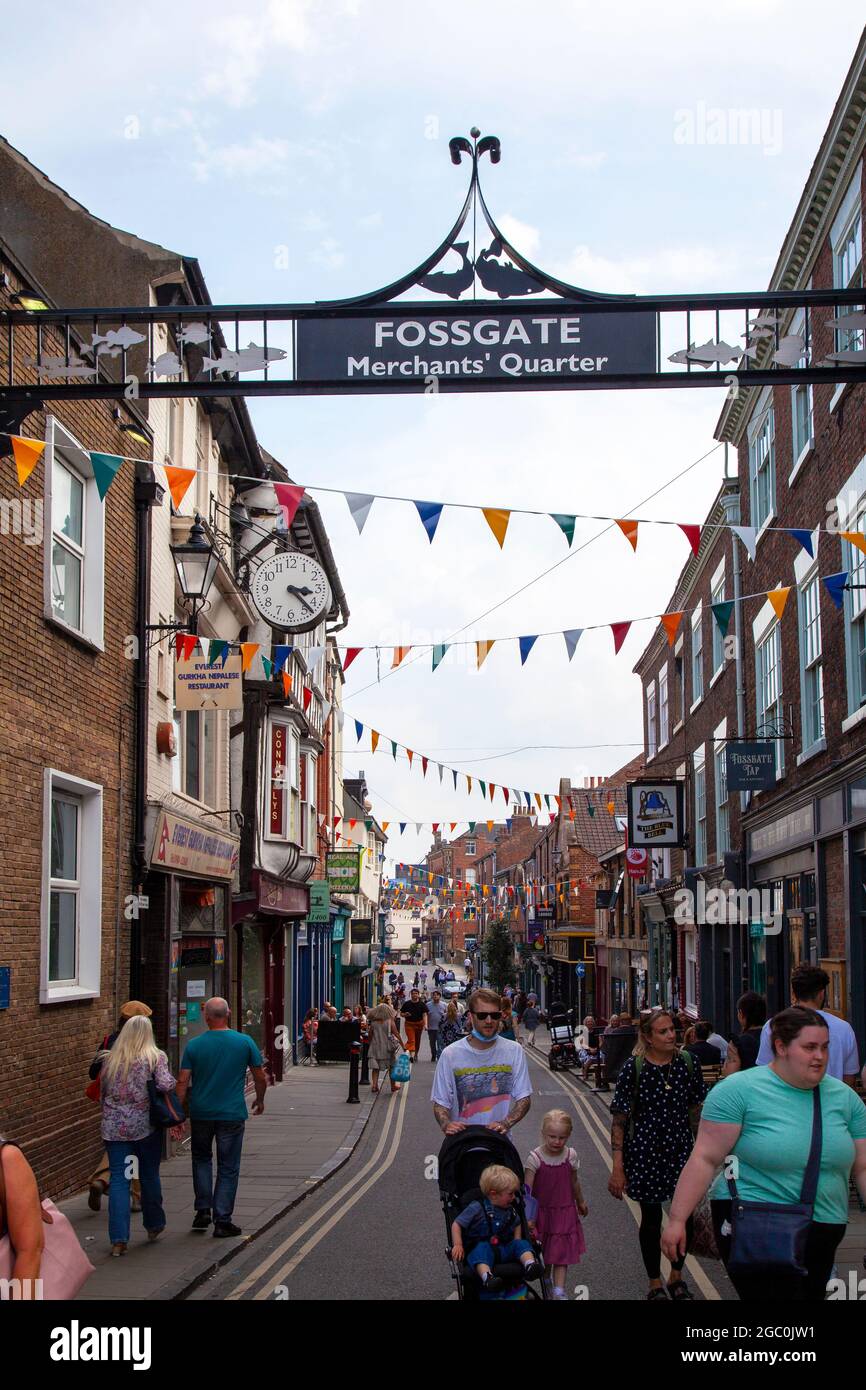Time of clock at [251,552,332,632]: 3:23
